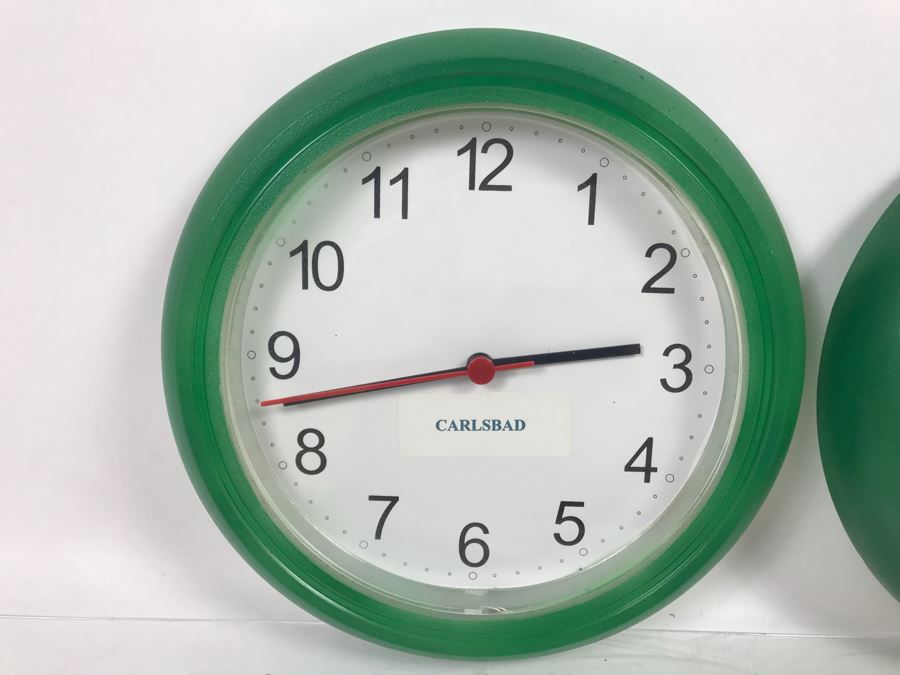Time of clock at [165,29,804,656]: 2:42
